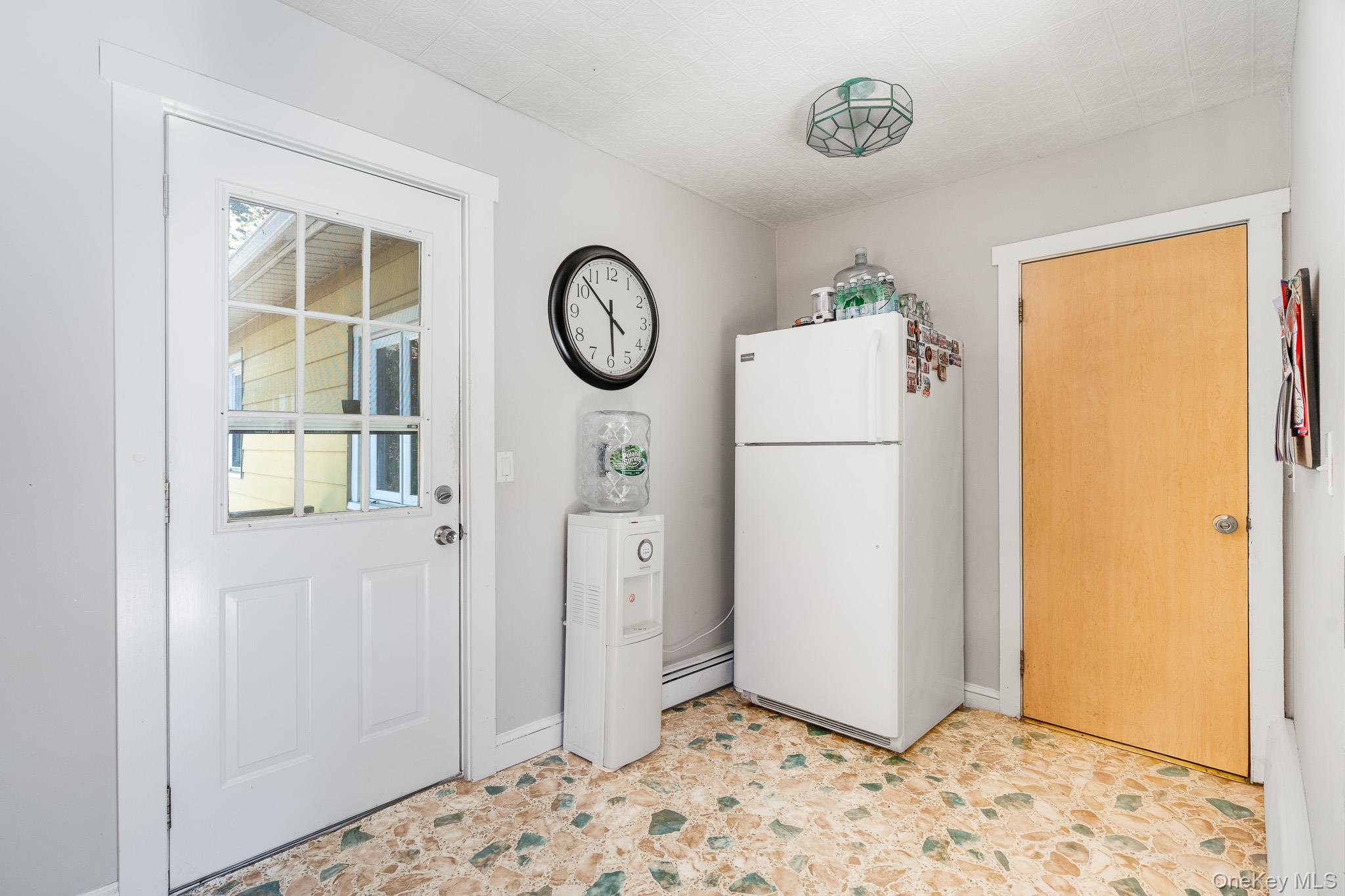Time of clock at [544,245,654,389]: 5:52
